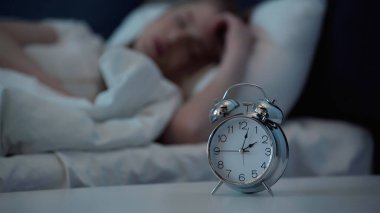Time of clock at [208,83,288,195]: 2:02
